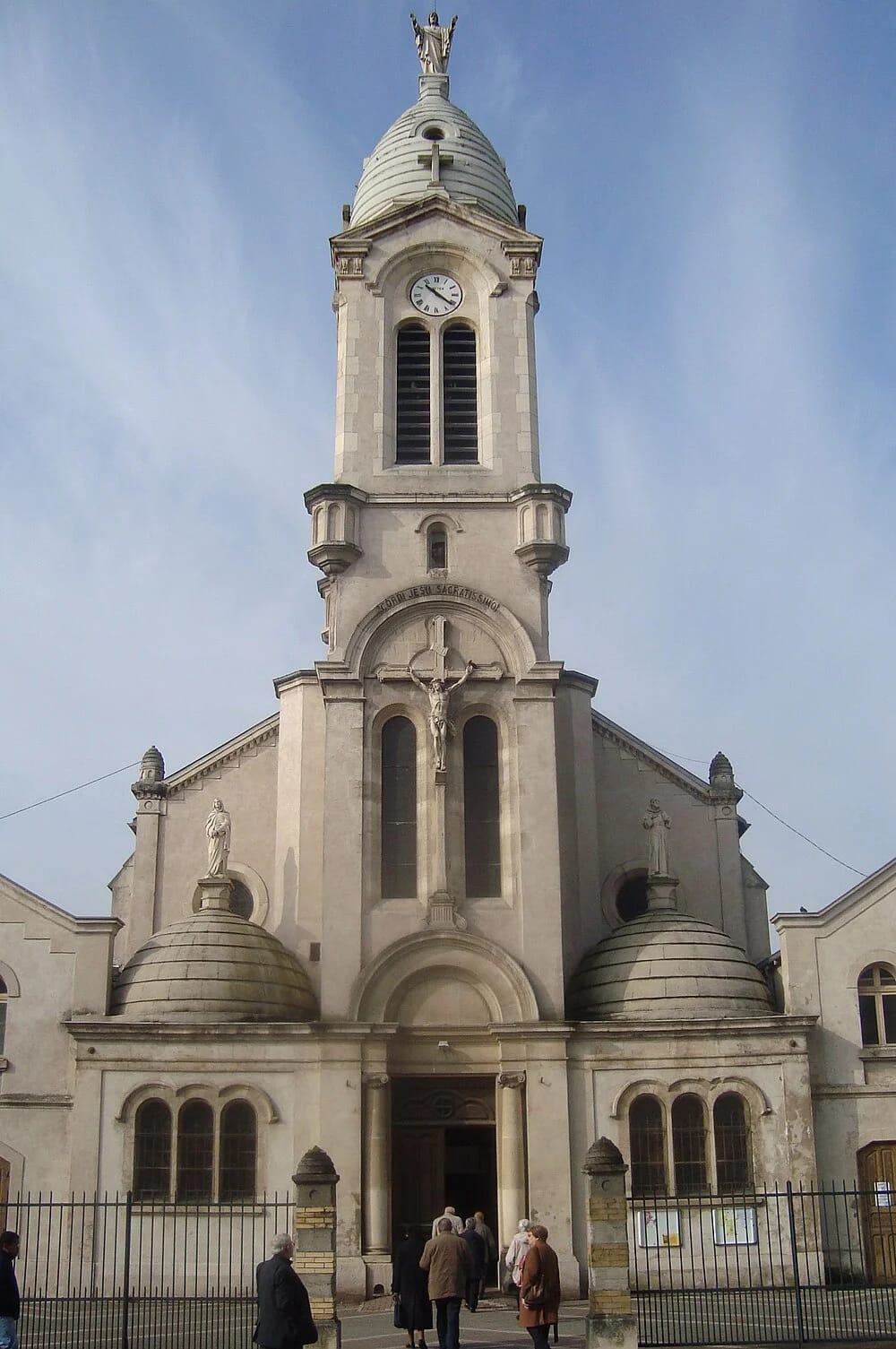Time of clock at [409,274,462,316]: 10:21
